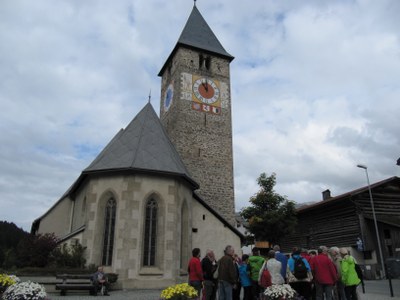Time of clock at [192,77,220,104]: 11:00
